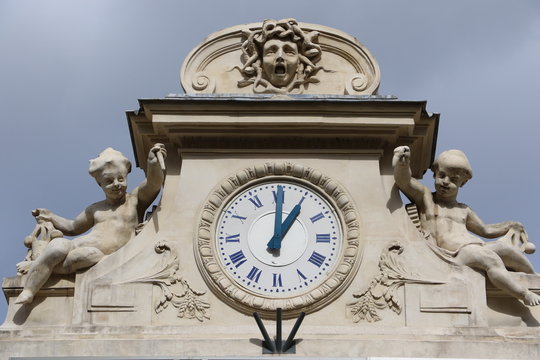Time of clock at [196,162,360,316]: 1:00
